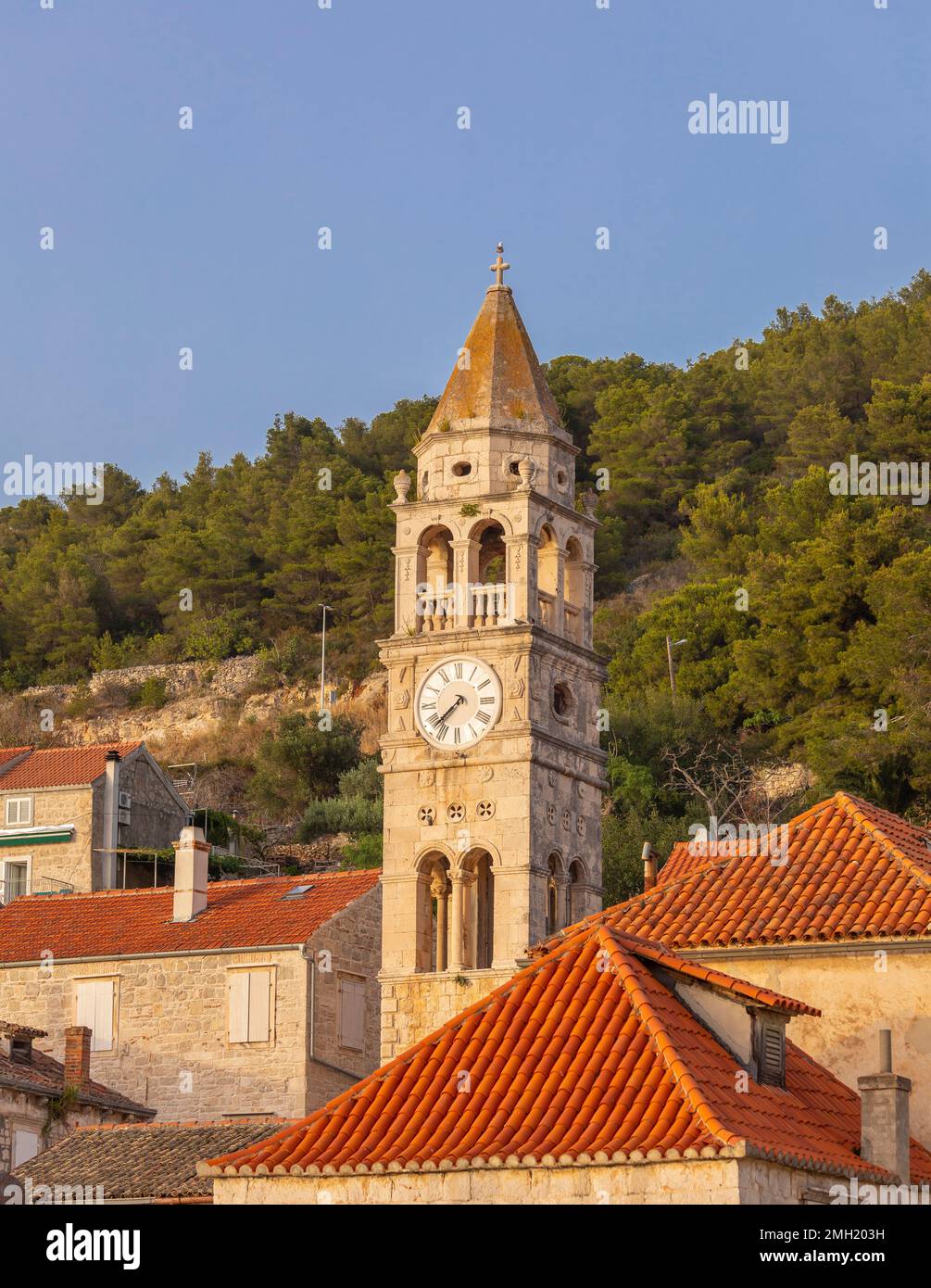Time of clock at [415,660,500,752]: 7:37
